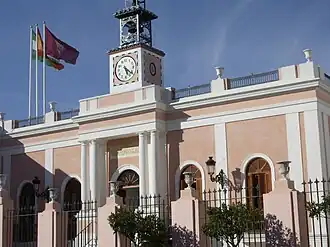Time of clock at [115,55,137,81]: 5:21
